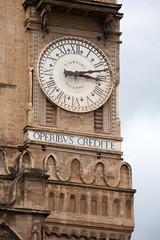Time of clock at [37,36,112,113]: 3:12
